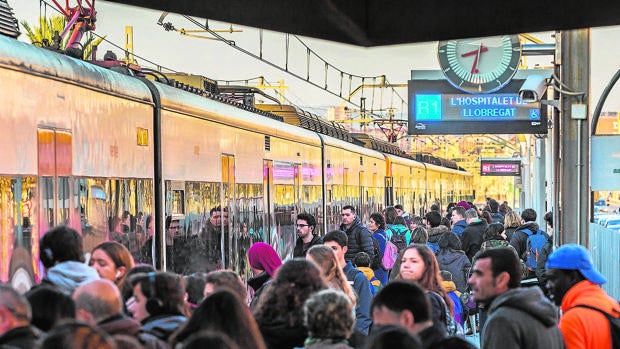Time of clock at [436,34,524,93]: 8:32
